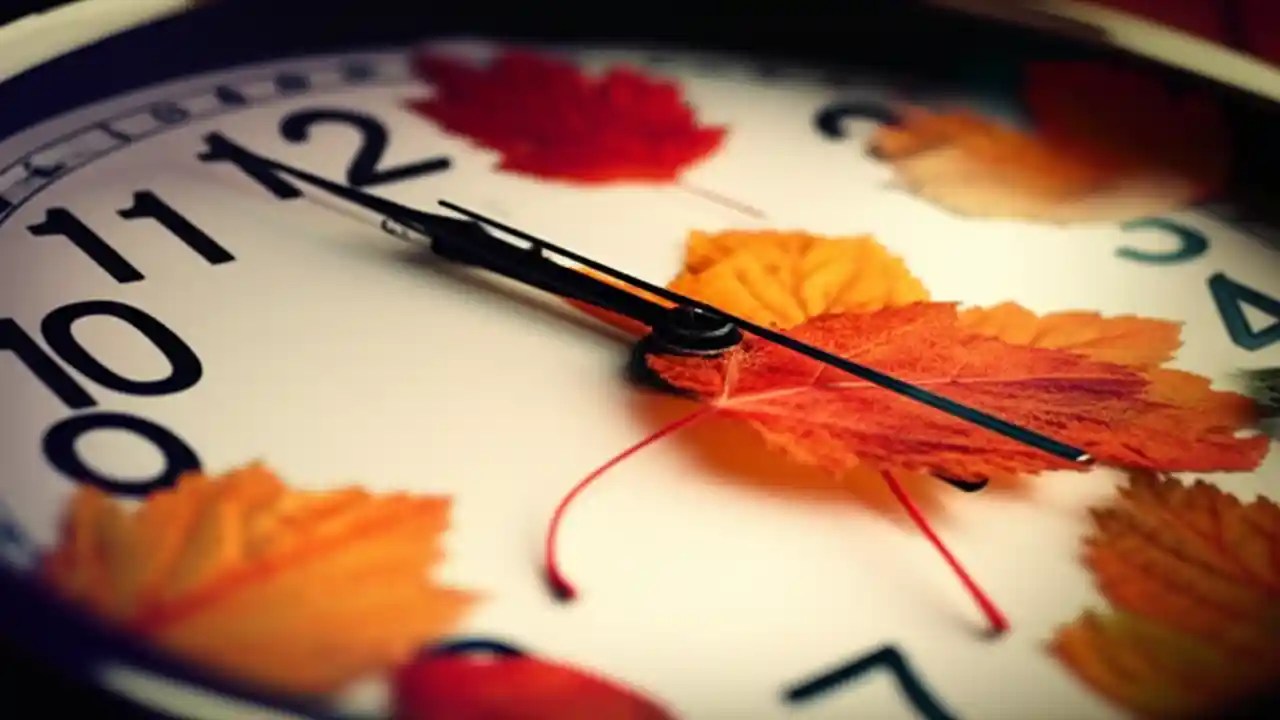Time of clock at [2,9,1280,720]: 10:20
